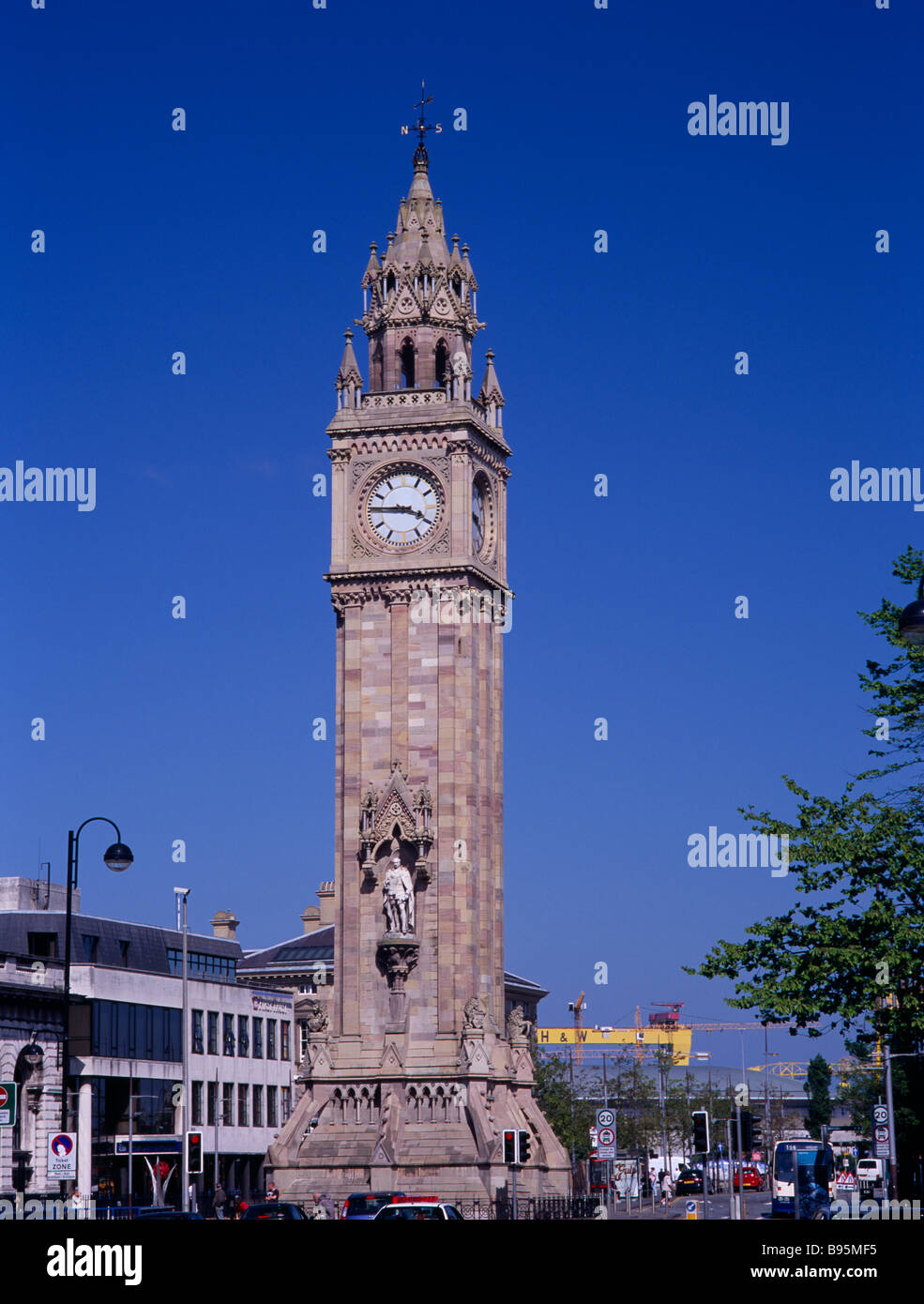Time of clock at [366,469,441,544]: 3:45
